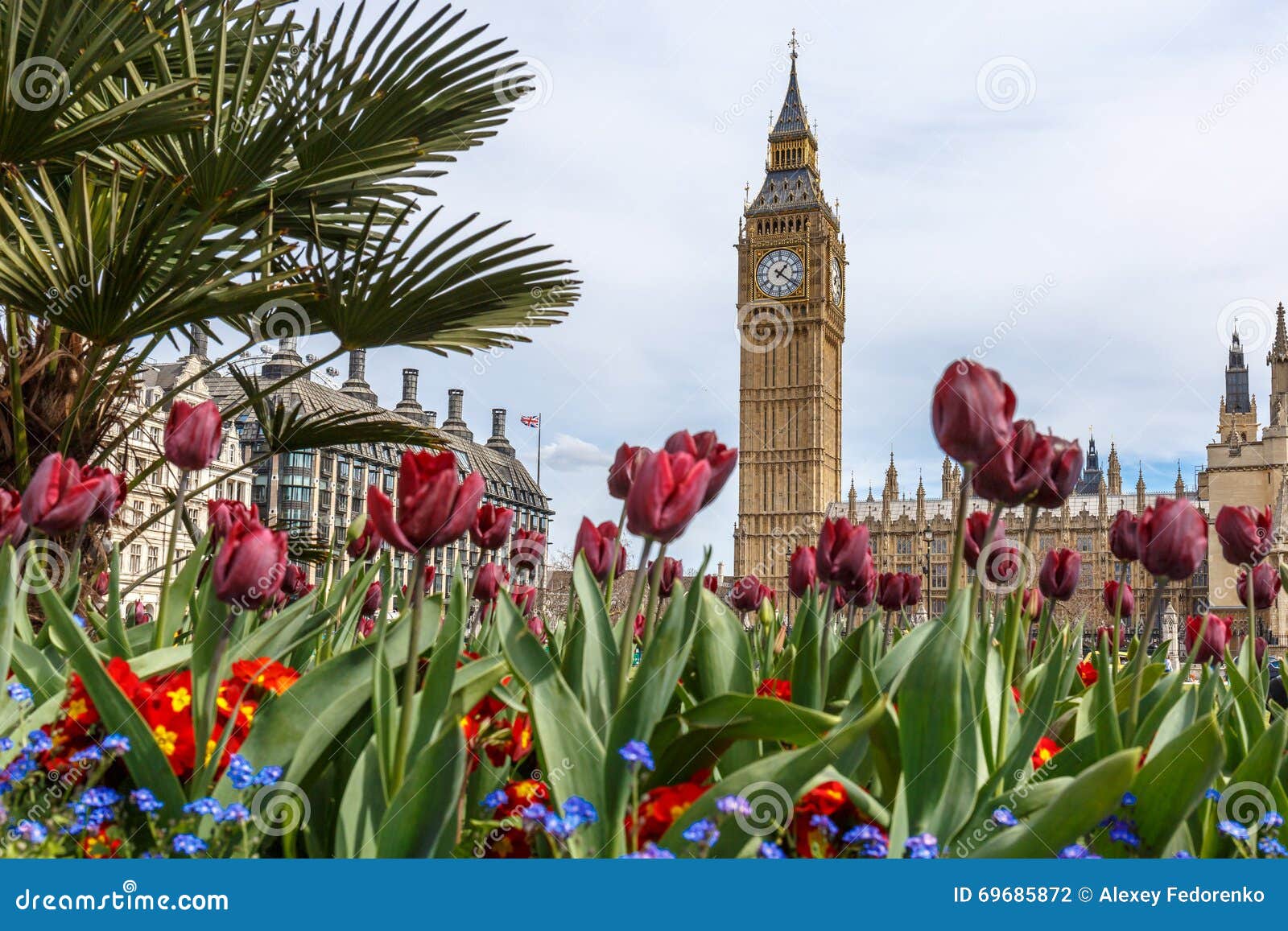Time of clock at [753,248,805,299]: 1:21
